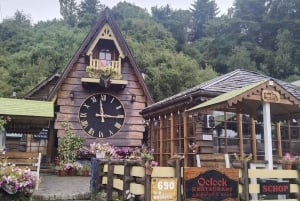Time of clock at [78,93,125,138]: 2:58
